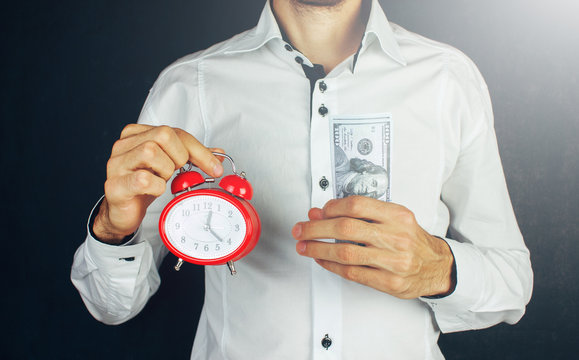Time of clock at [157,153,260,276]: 12:22
